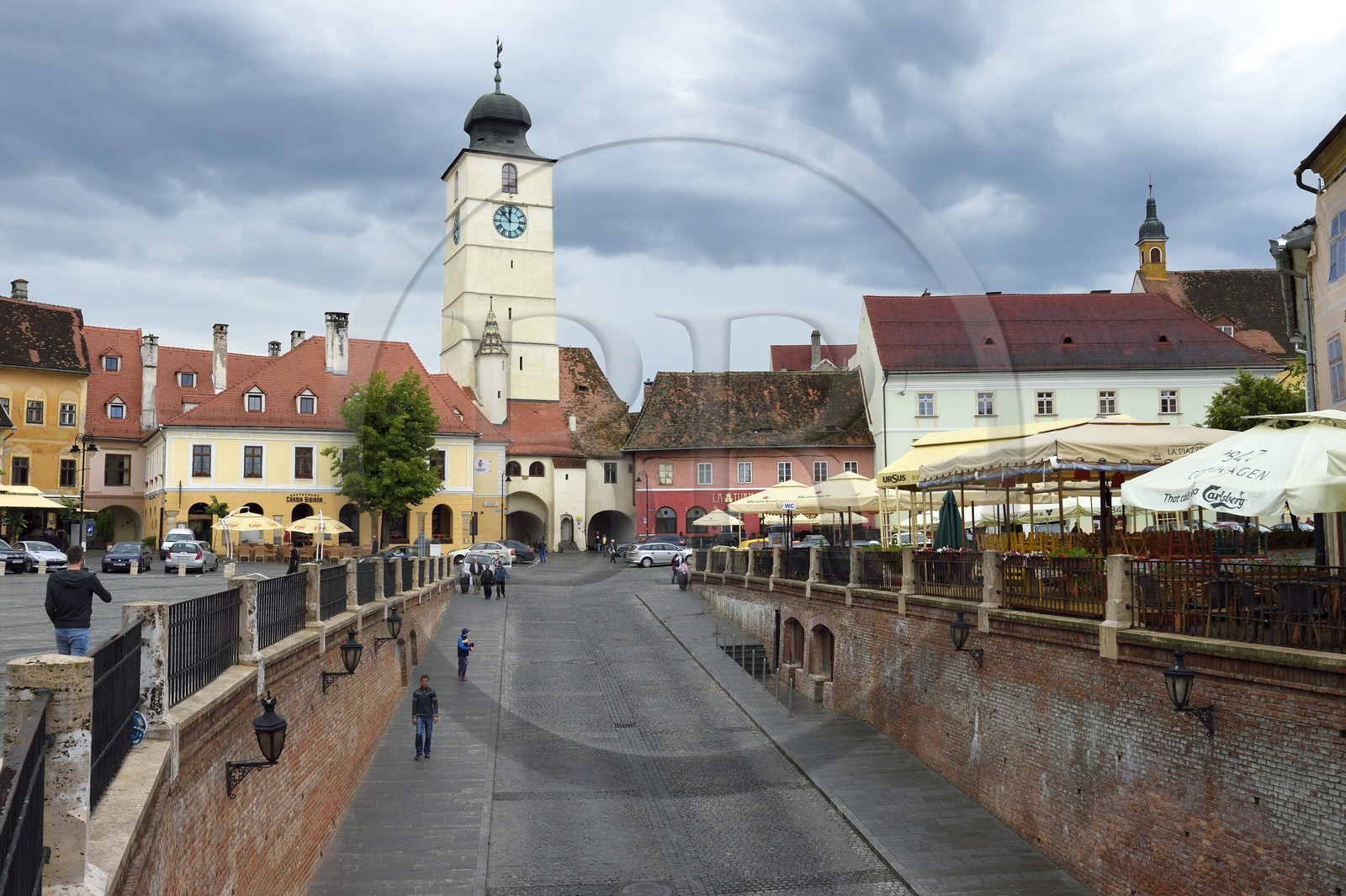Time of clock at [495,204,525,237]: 11:52
